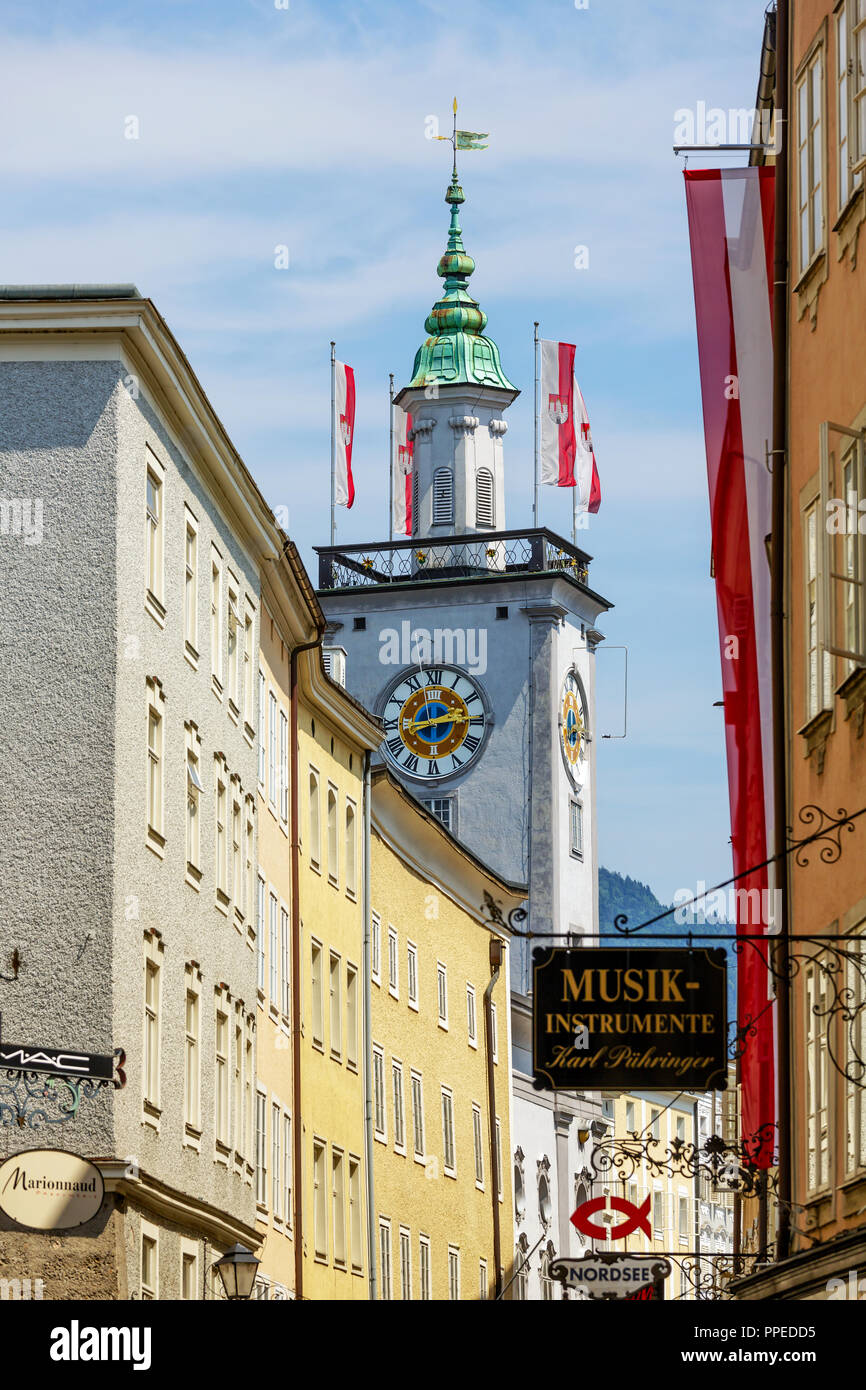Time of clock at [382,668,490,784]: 2:42
